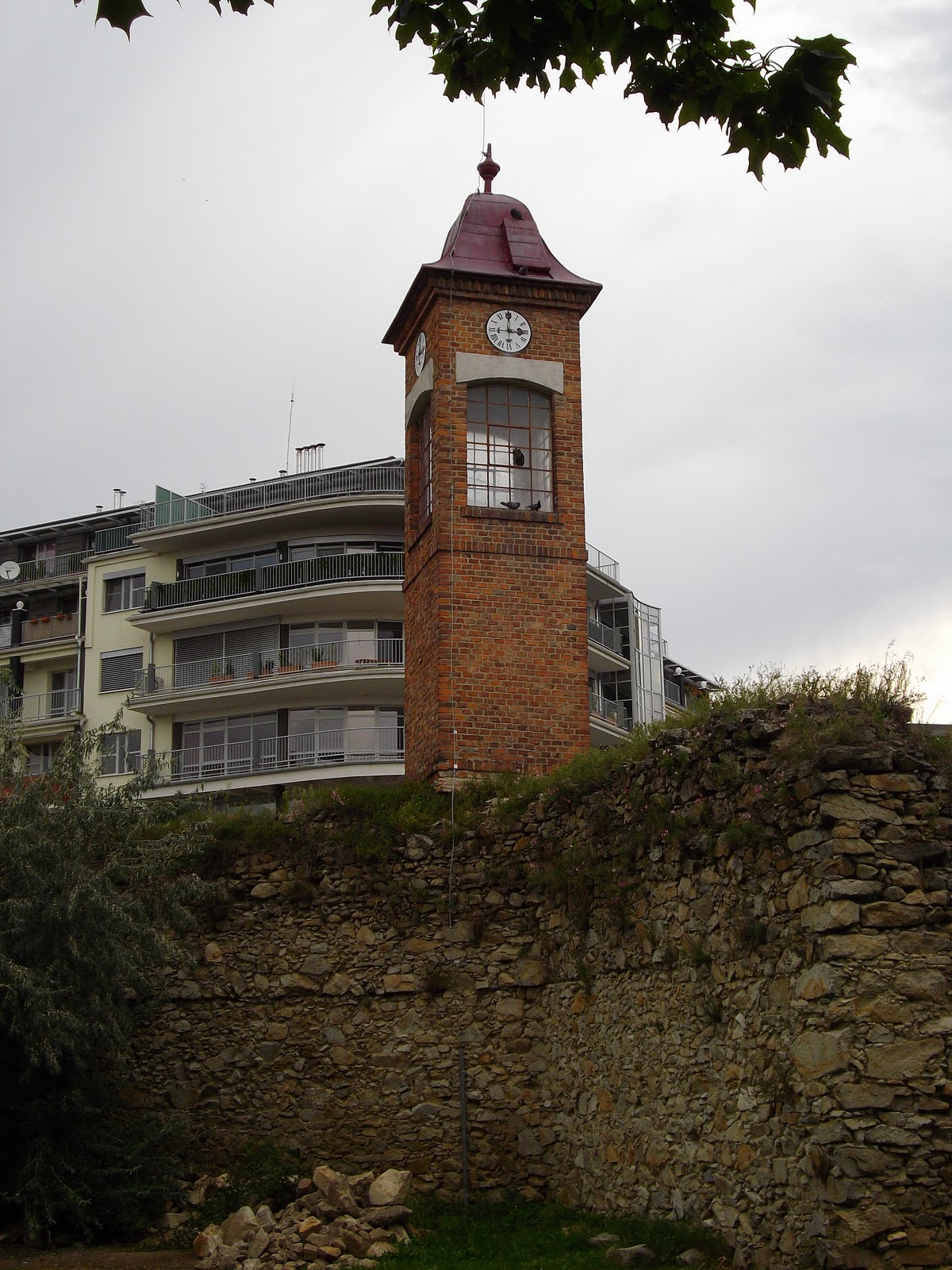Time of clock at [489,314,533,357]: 2:59
